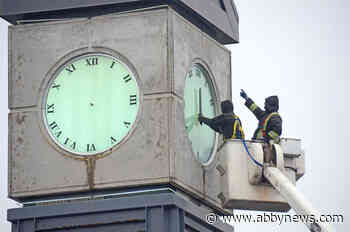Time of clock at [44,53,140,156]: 6:02
